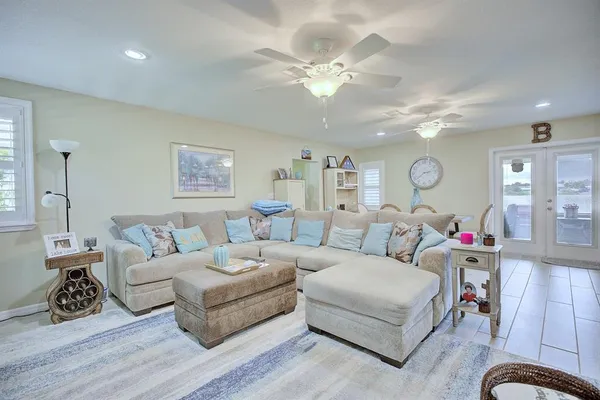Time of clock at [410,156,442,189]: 2:38
